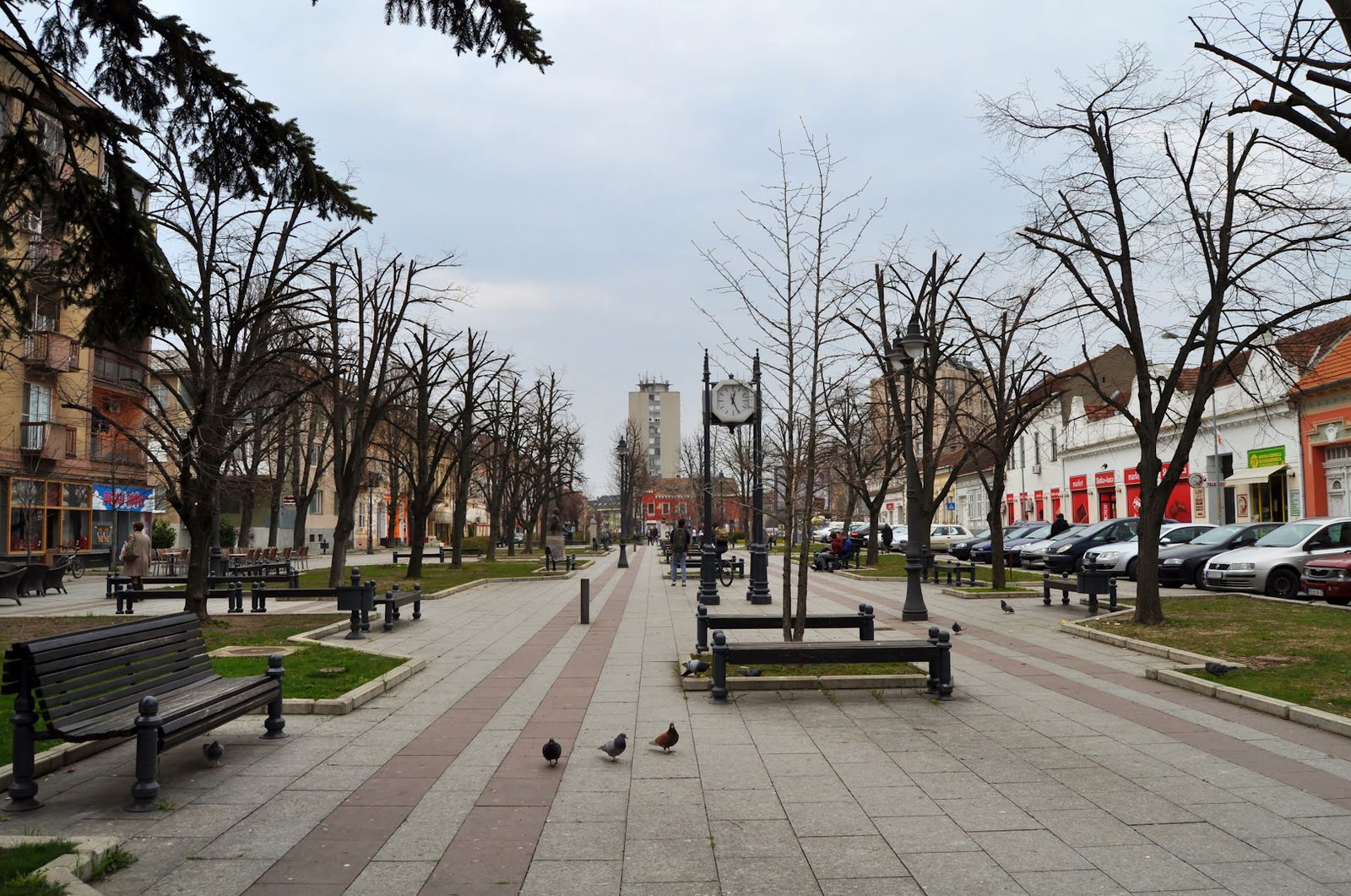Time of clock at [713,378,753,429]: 12:25
